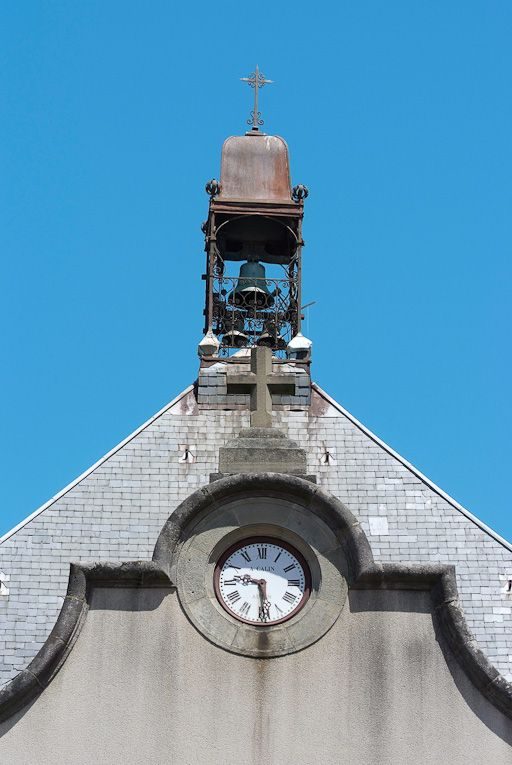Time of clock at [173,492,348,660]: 9:28
